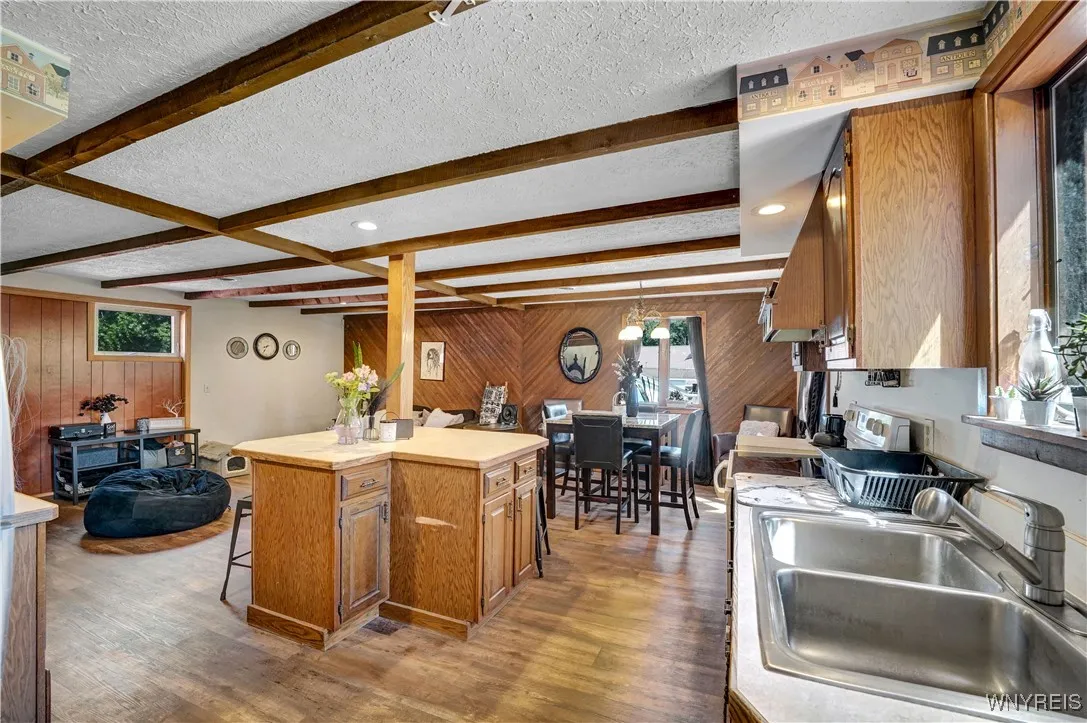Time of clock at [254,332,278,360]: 8:35
